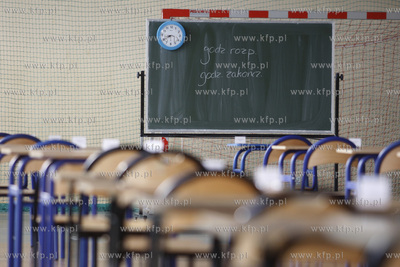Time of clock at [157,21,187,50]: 8:40
